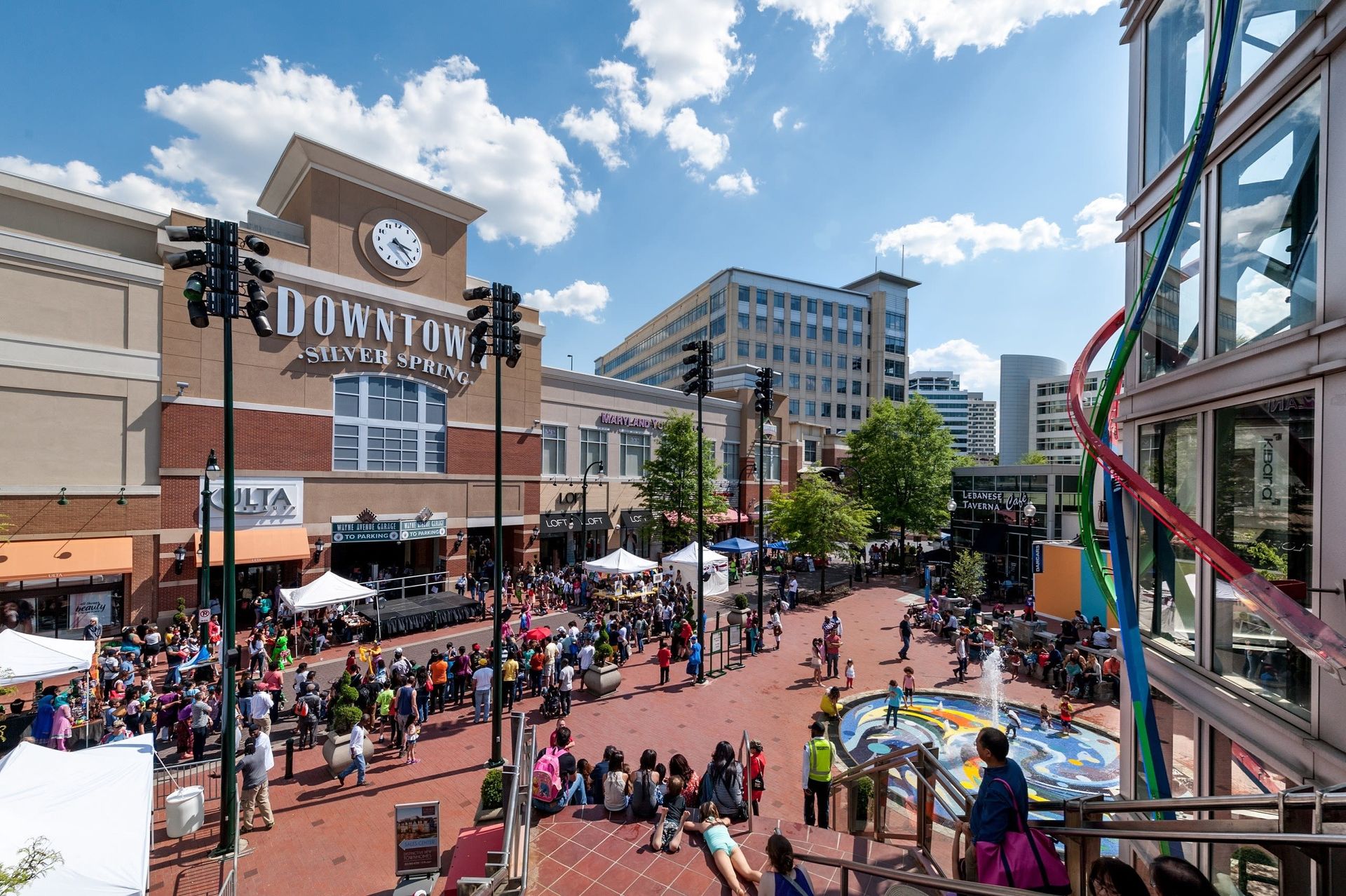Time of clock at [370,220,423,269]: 3:22
